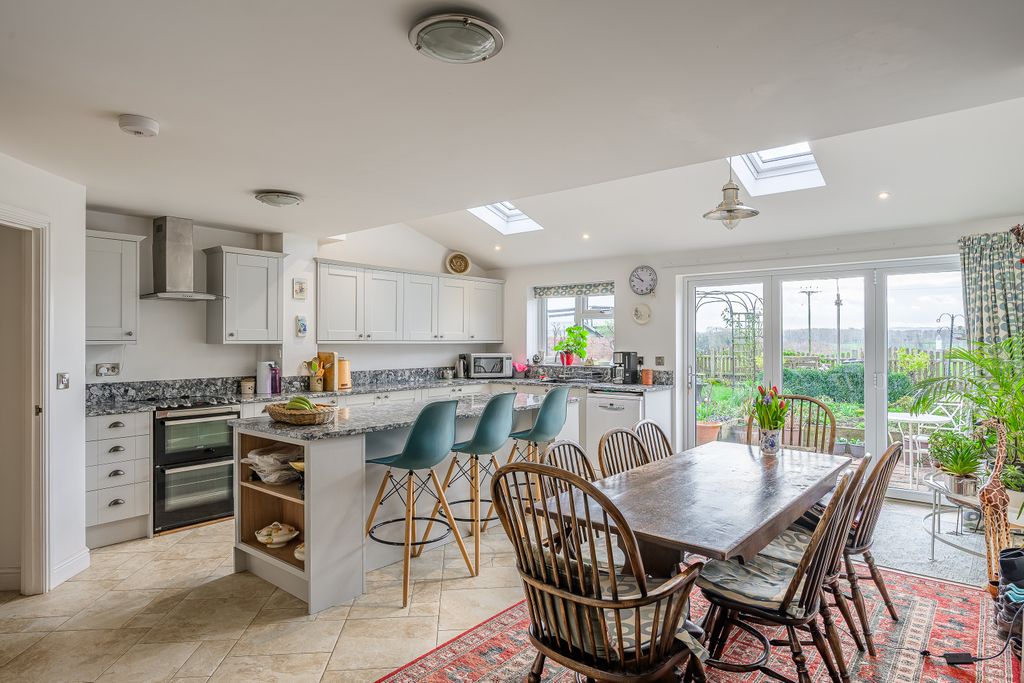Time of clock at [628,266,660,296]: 9:53
